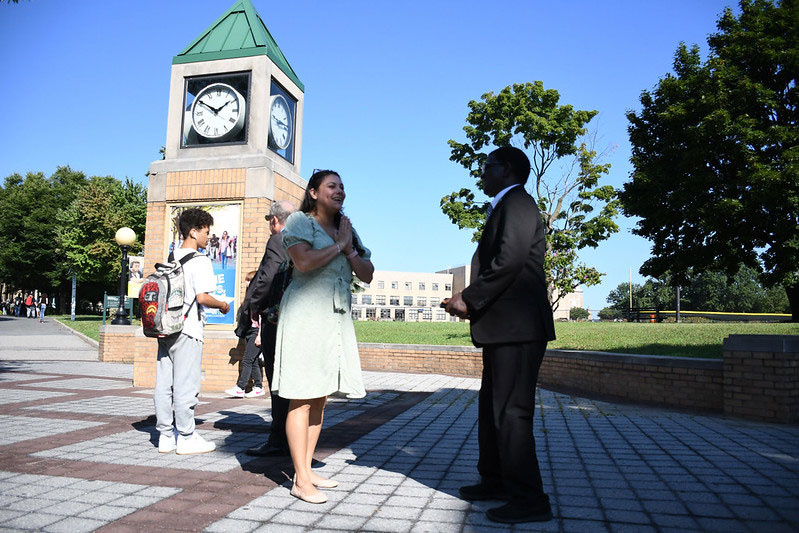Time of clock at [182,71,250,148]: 1:50
